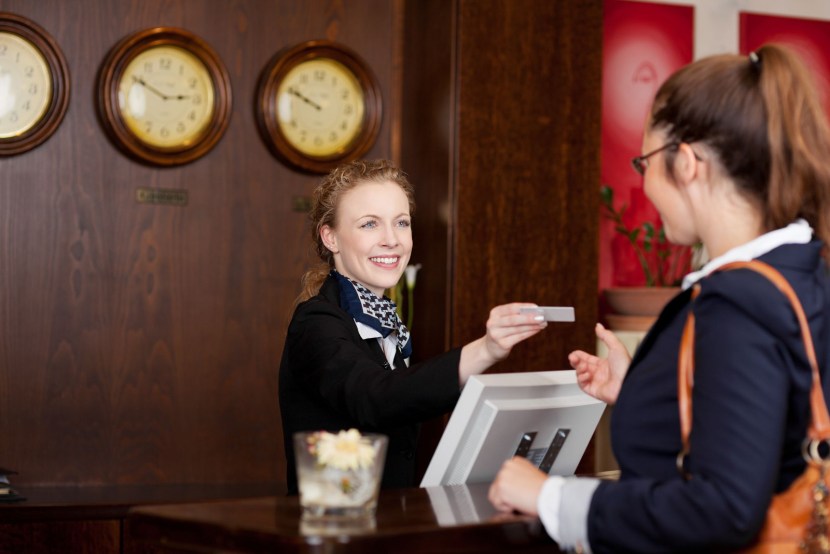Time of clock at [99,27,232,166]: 2:49
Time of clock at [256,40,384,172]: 9:49
